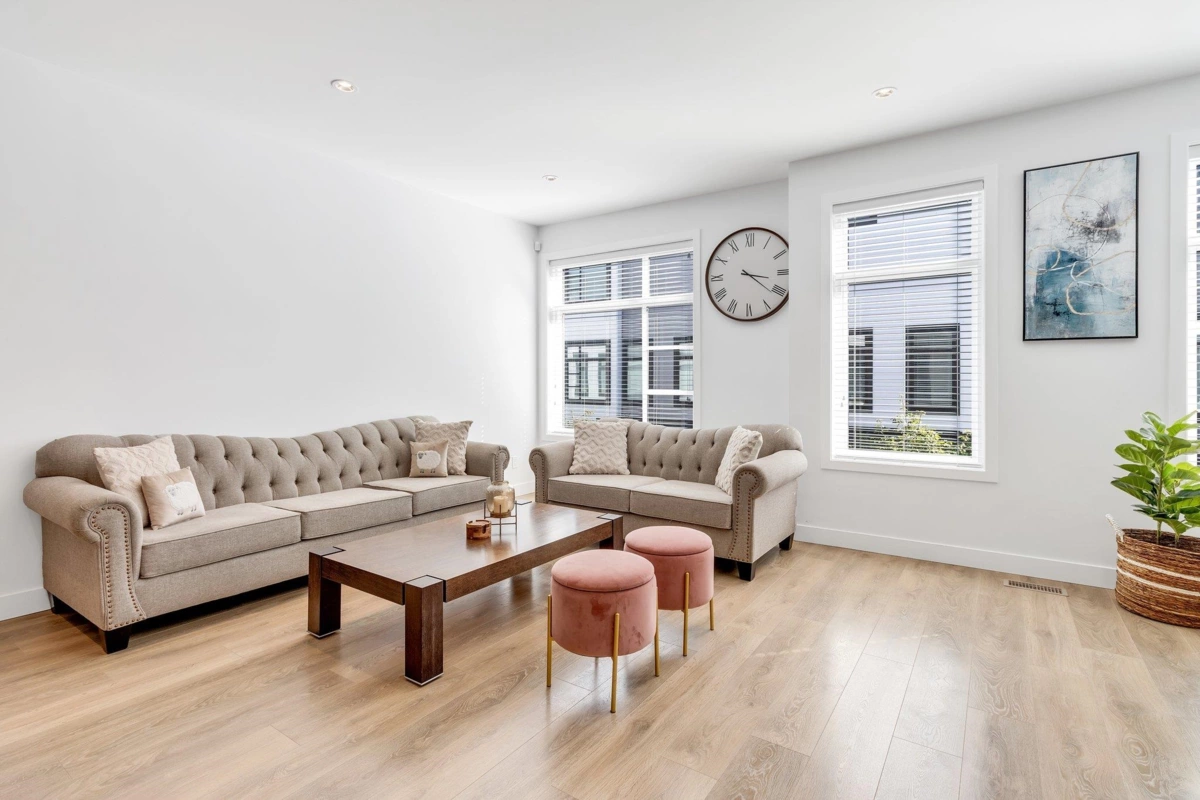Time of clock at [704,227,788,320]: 3:21
